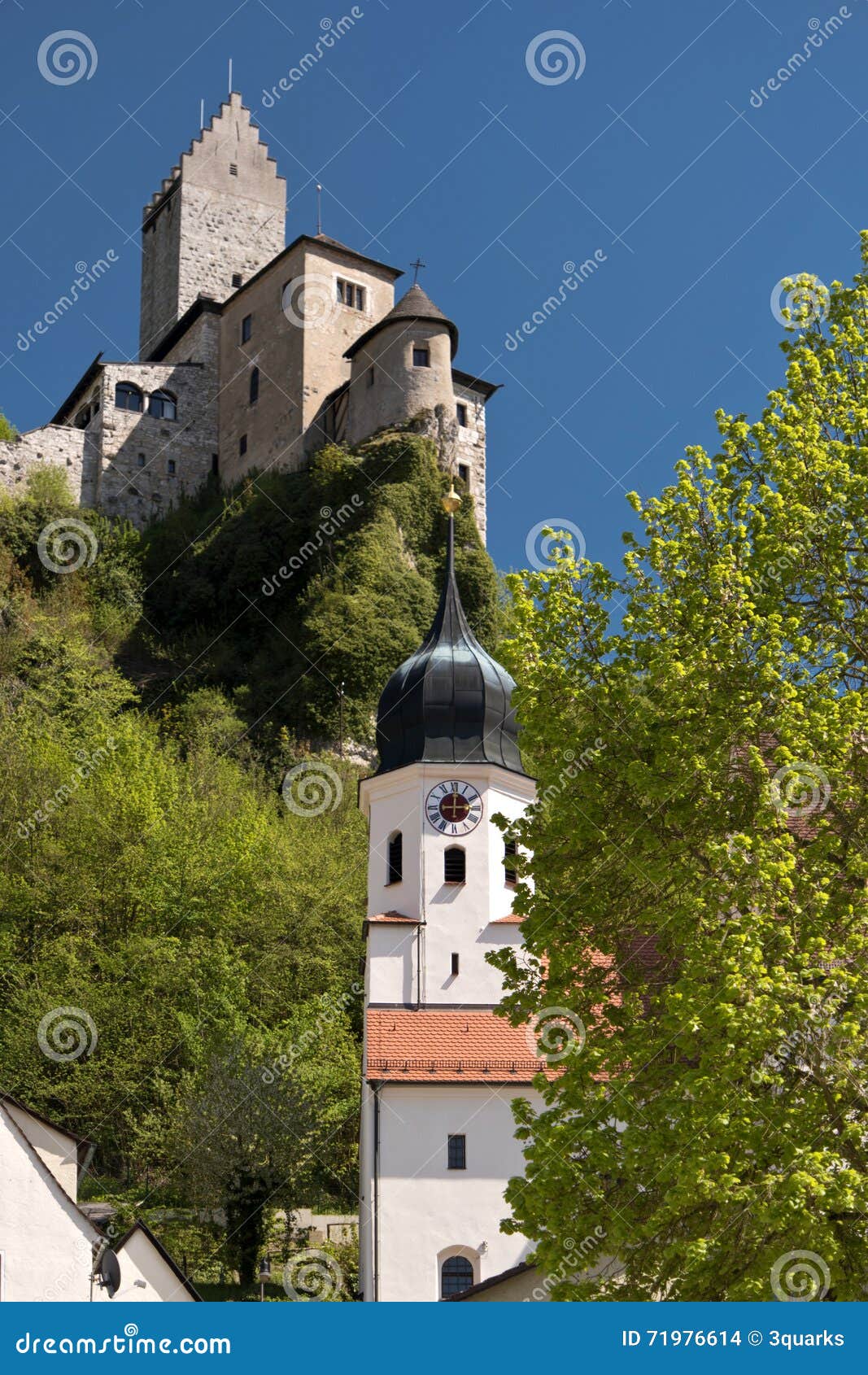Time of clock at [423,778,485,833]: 12:14
